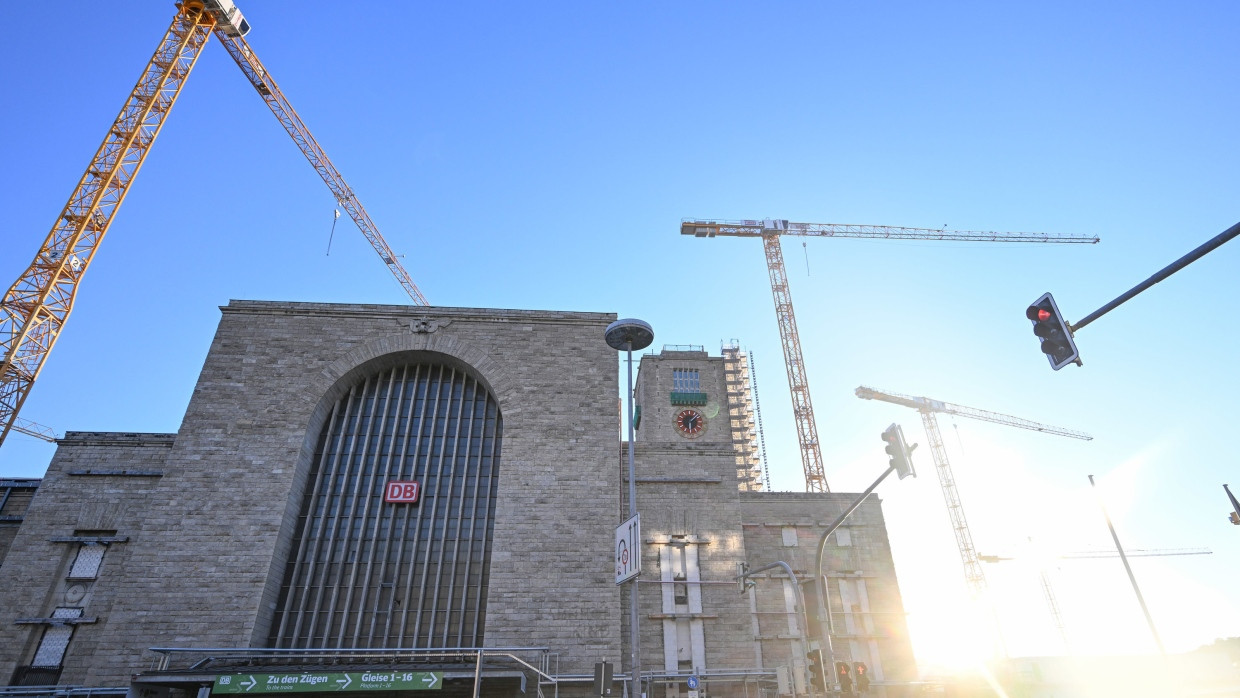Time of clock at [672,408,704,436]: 6:07
